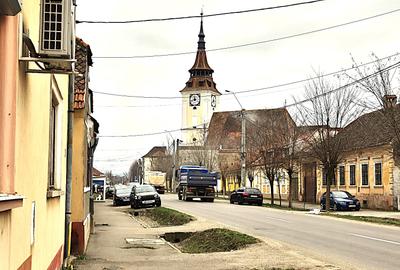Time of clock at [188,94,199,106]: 11:42
